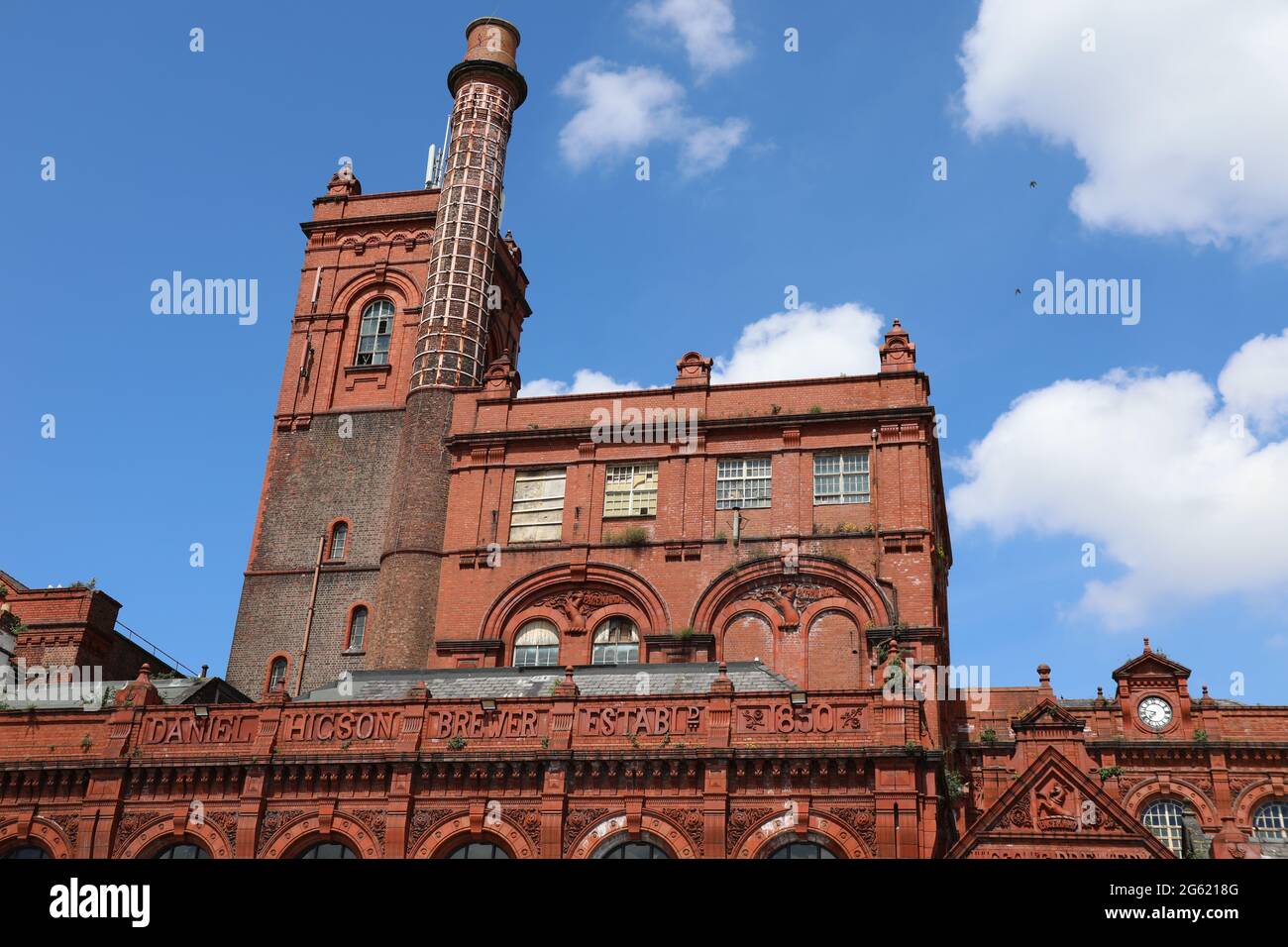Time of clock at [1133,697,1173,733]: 7:47
